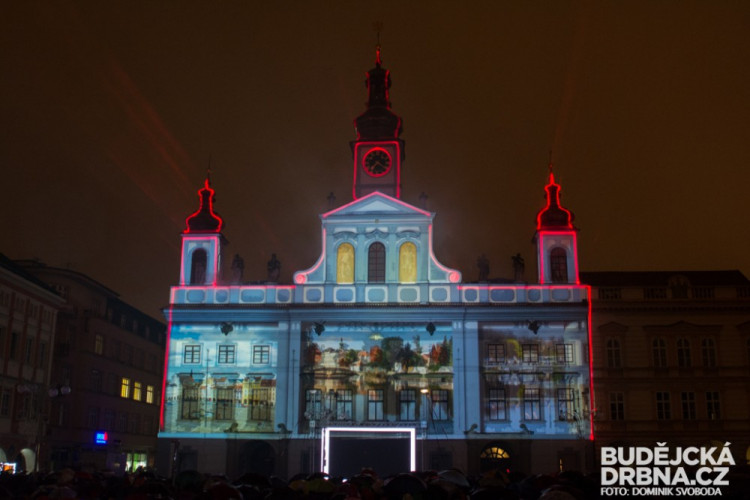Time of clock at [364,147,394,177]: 7:20
